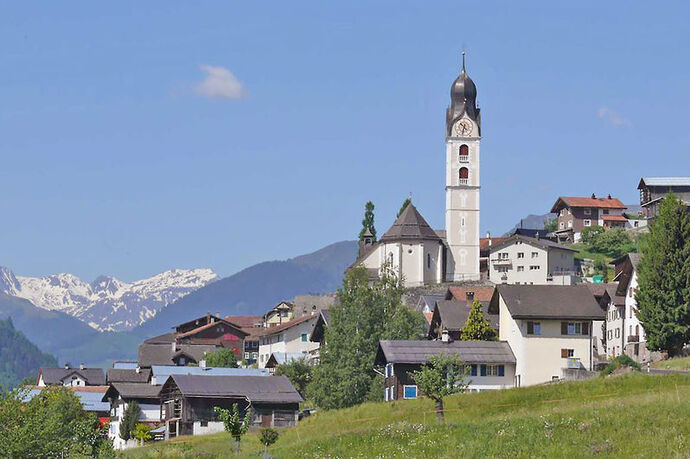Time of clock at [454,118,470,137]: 10:32
